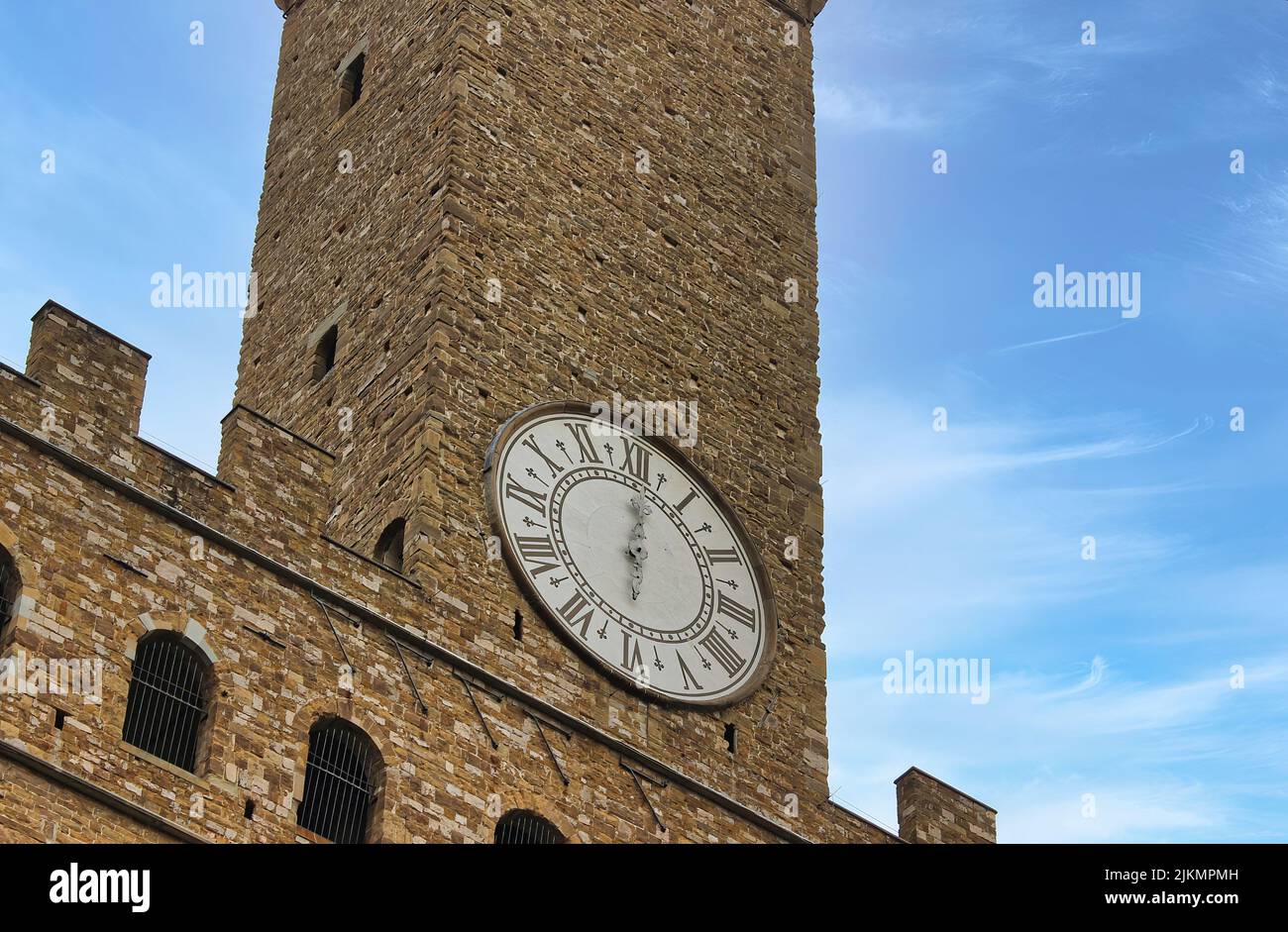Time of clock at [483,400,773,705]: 12:00
